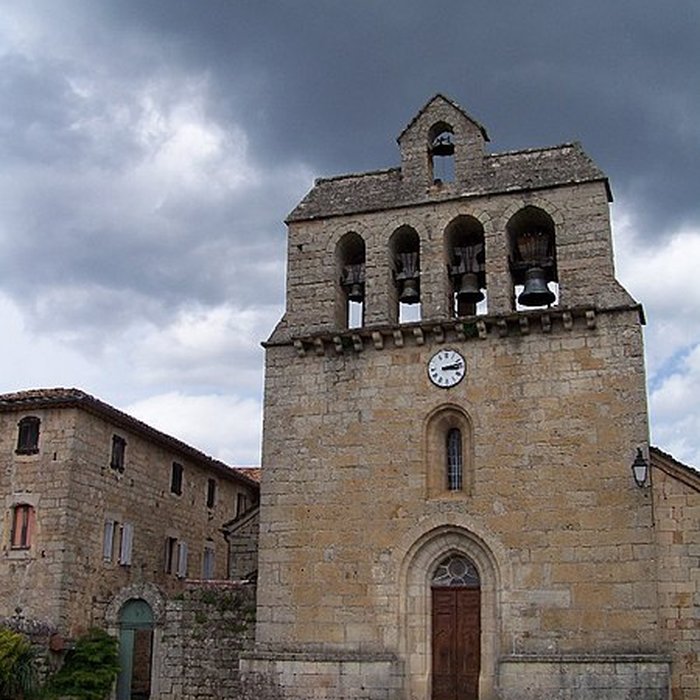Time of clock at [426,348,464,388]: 3:12
